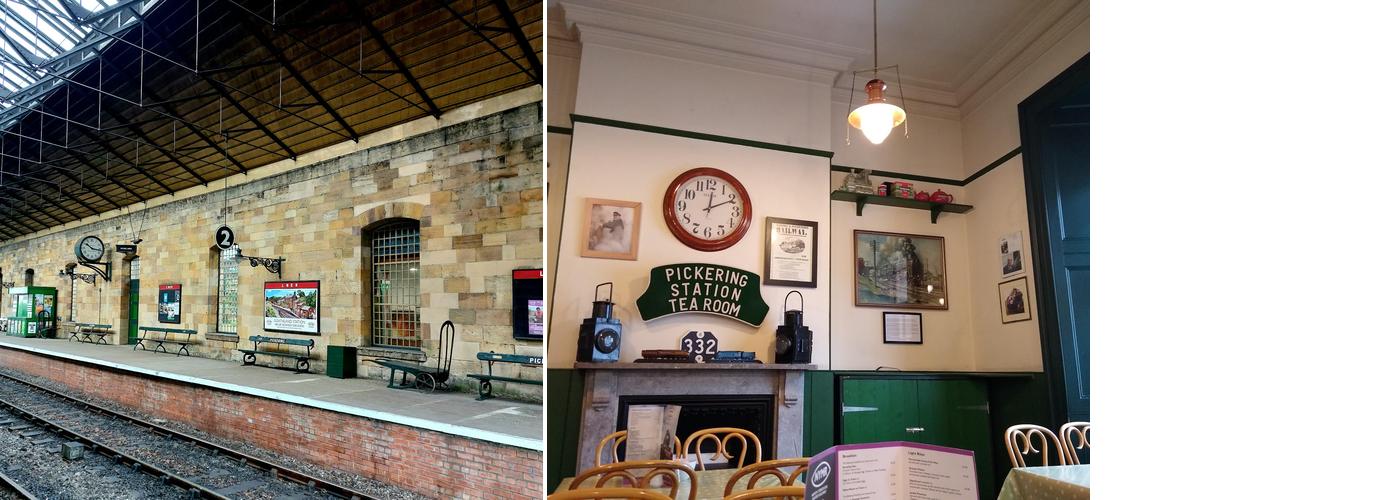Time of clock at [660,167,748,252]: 12:10
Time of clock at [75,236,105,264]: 10:16
